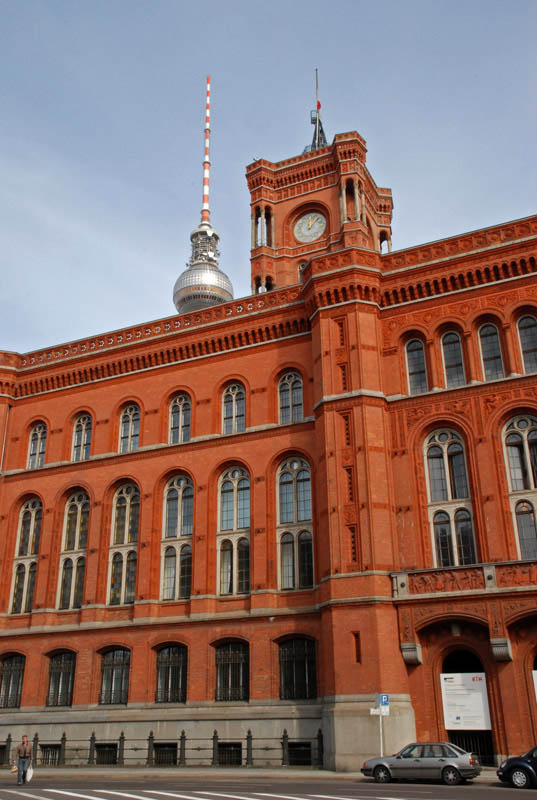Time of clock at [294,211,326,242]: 12:07
